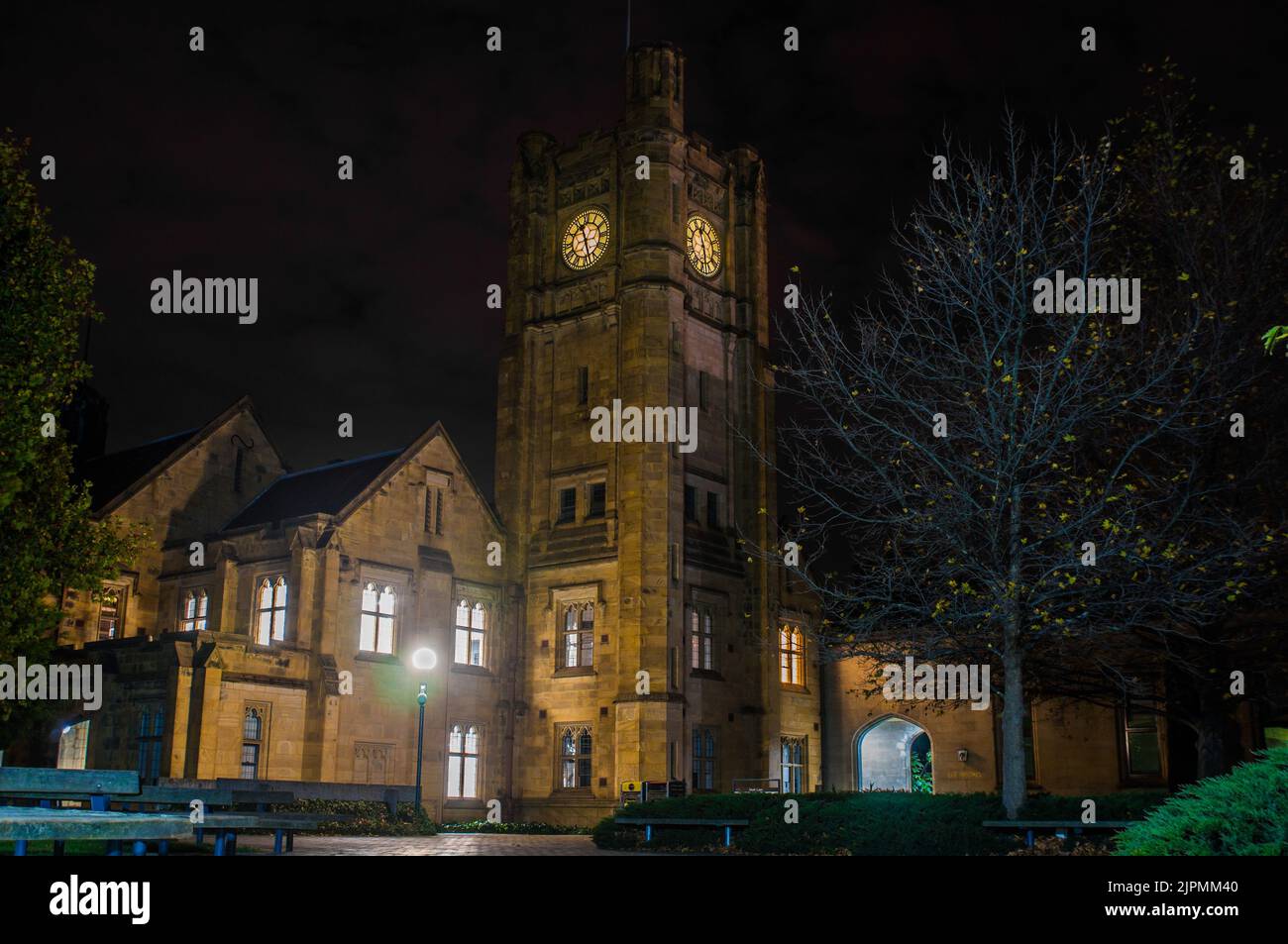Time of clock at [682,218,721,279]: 11:28
